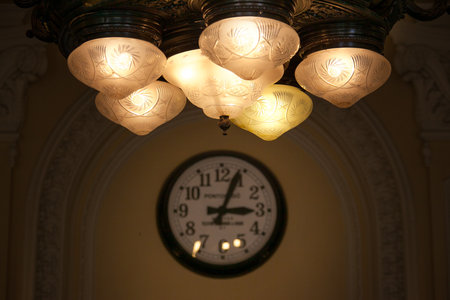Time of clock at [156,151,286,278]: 3:03
